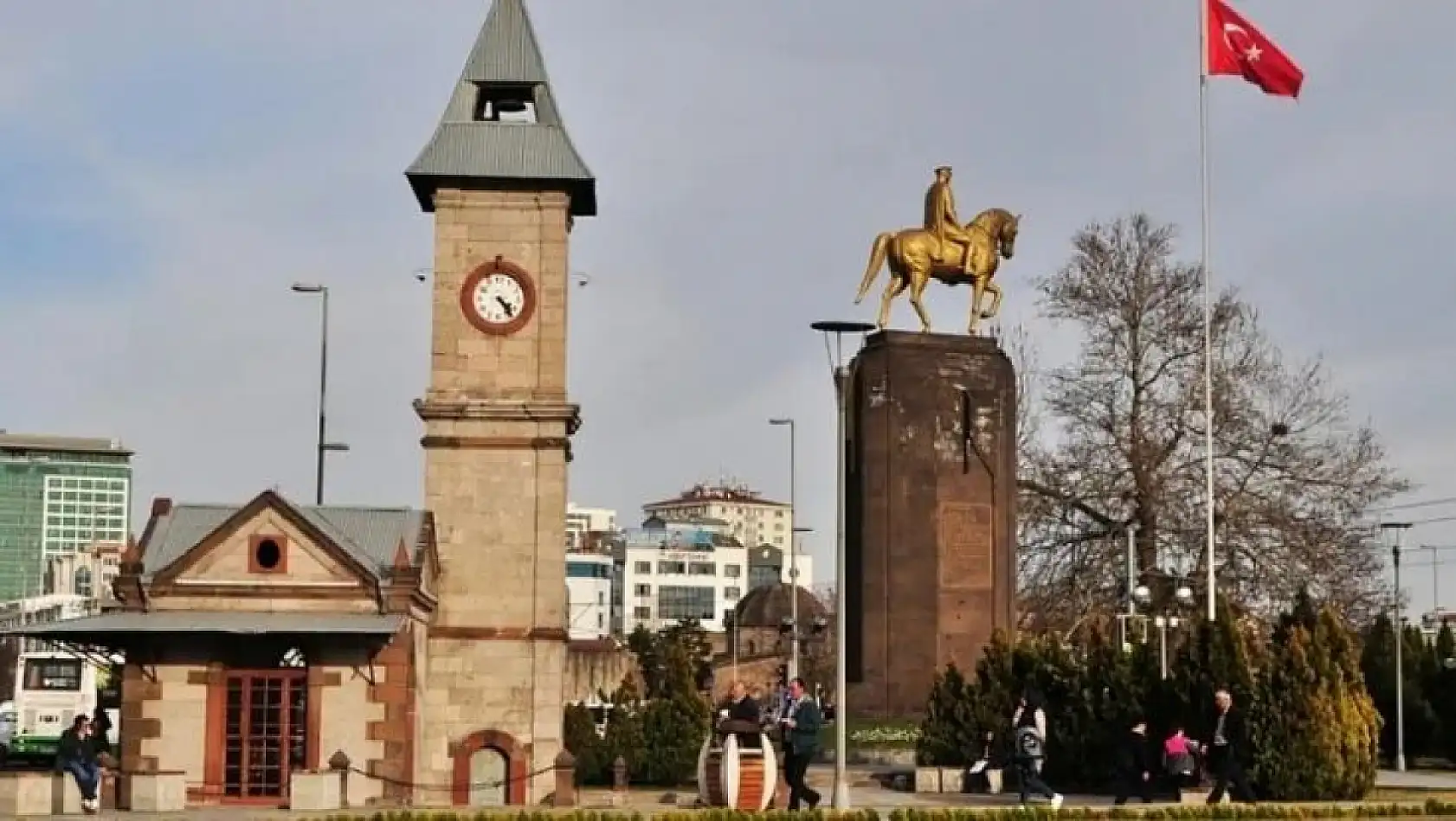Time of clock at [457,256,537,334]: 4:23
